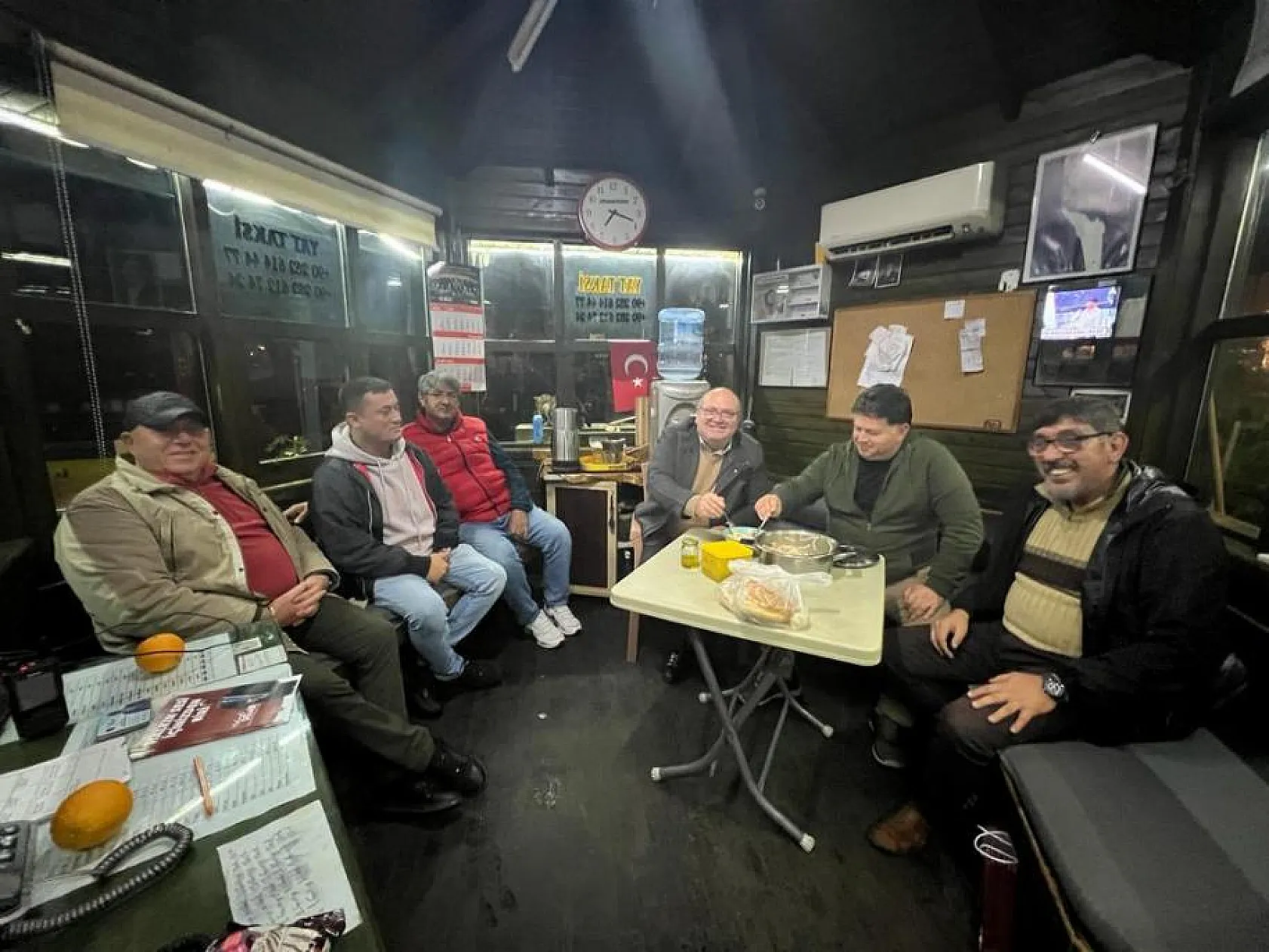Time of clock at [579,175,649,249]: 7:18
